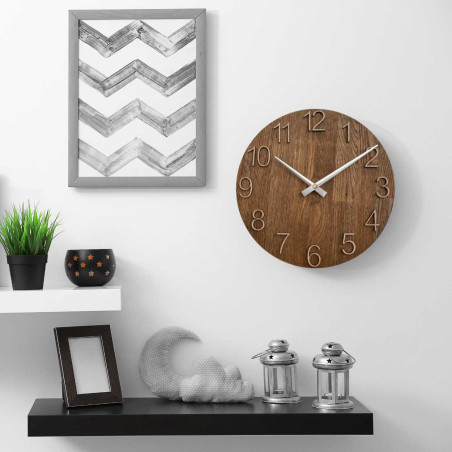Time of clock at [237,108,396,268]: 10:09
